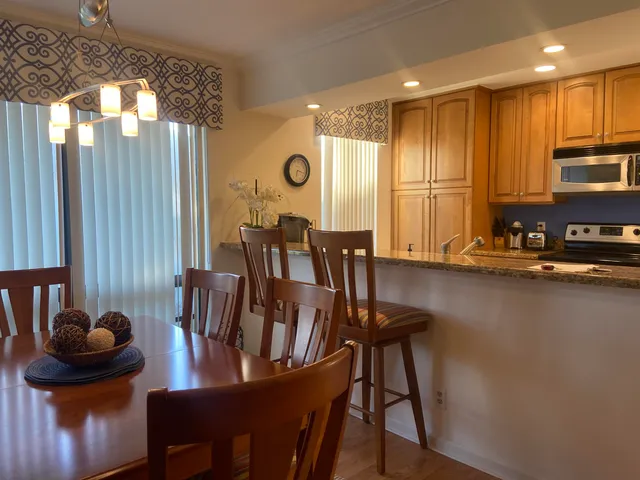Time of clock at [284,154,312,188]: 6:17
